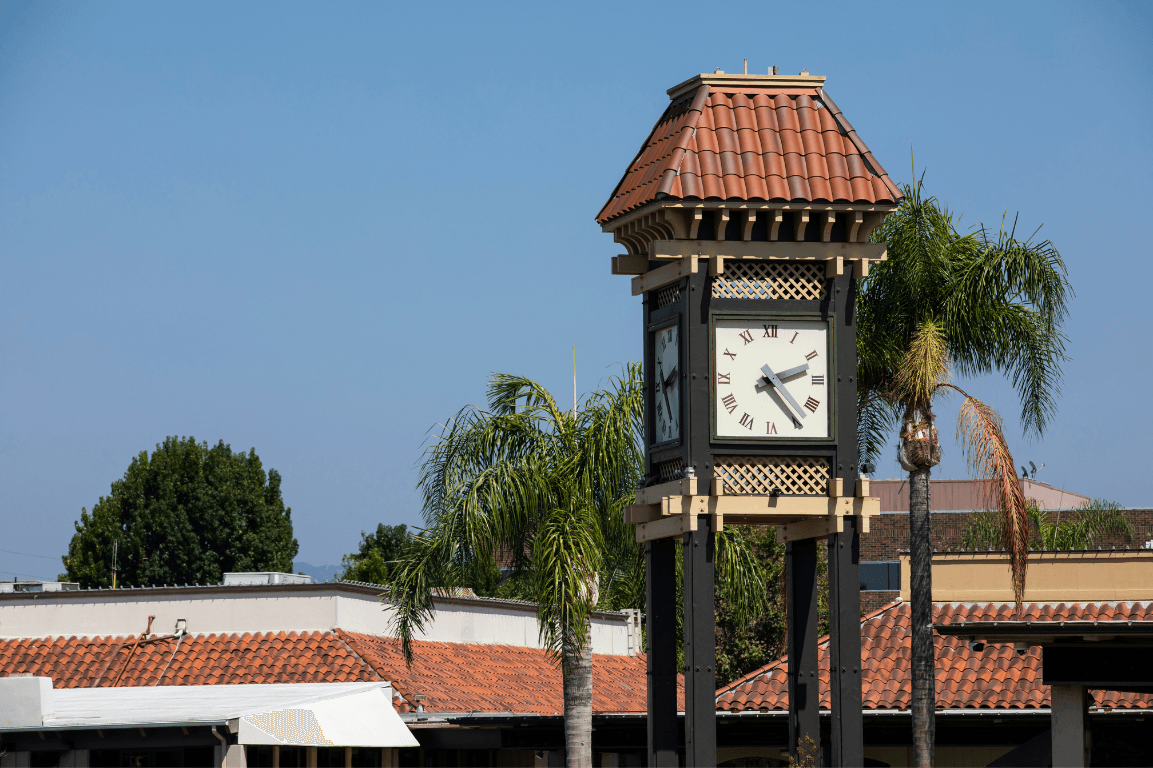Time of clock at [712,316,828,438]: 2:24
